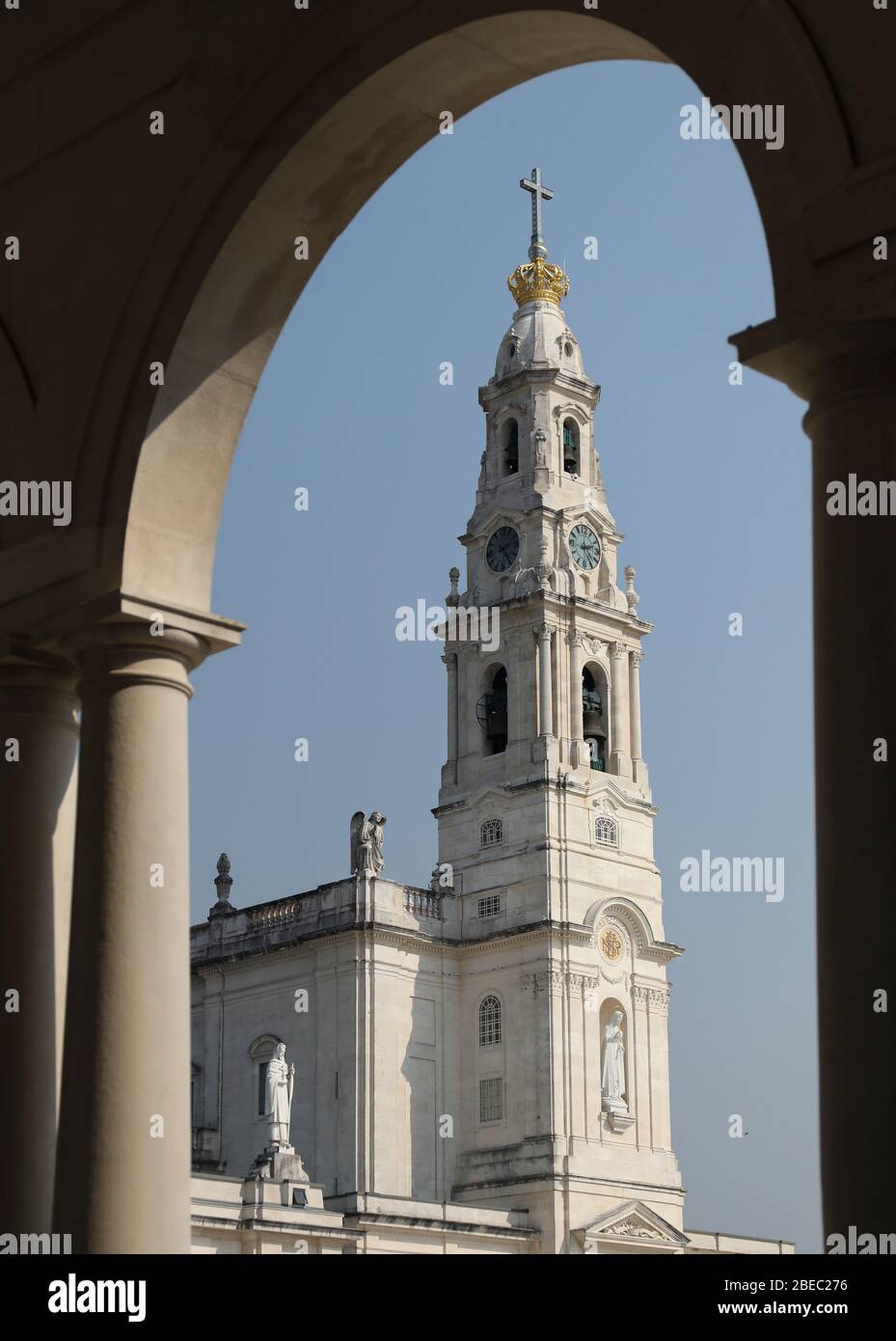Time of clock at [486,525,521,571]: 2:24
